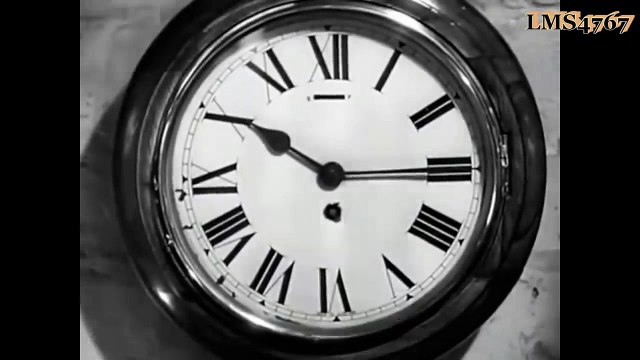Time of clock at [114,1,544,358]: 10:14
